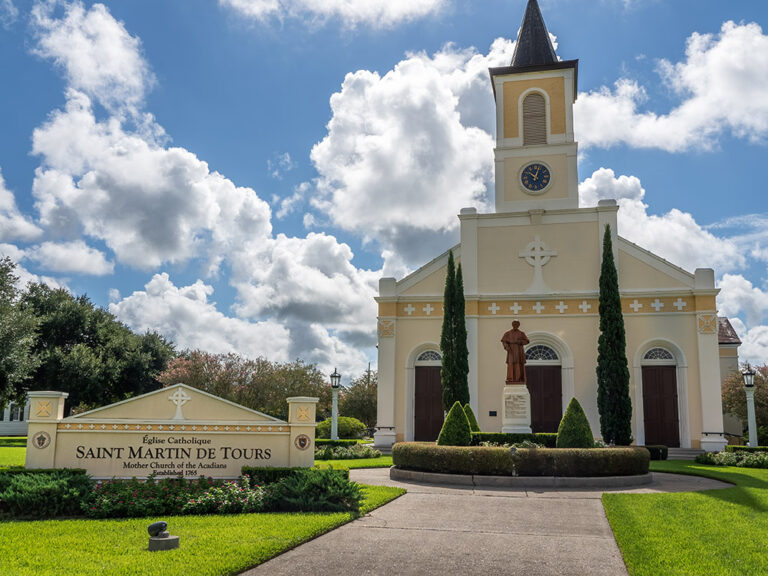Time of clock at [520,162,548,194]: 10:02
